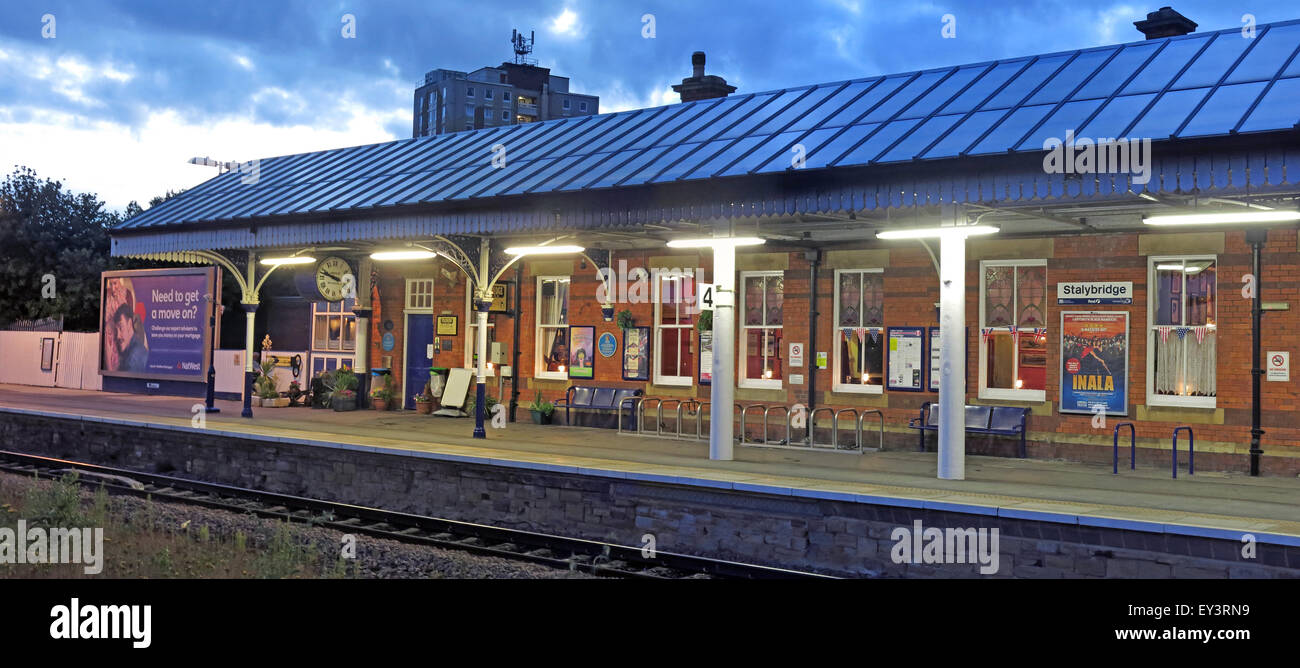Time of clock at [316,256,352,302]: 9:47
